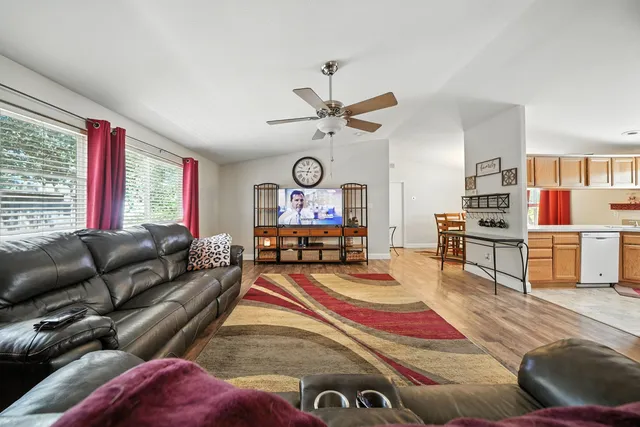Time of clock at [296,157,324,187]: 12:45
